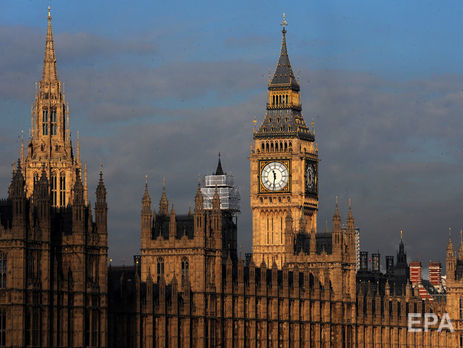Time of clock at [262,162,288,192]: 11:31
